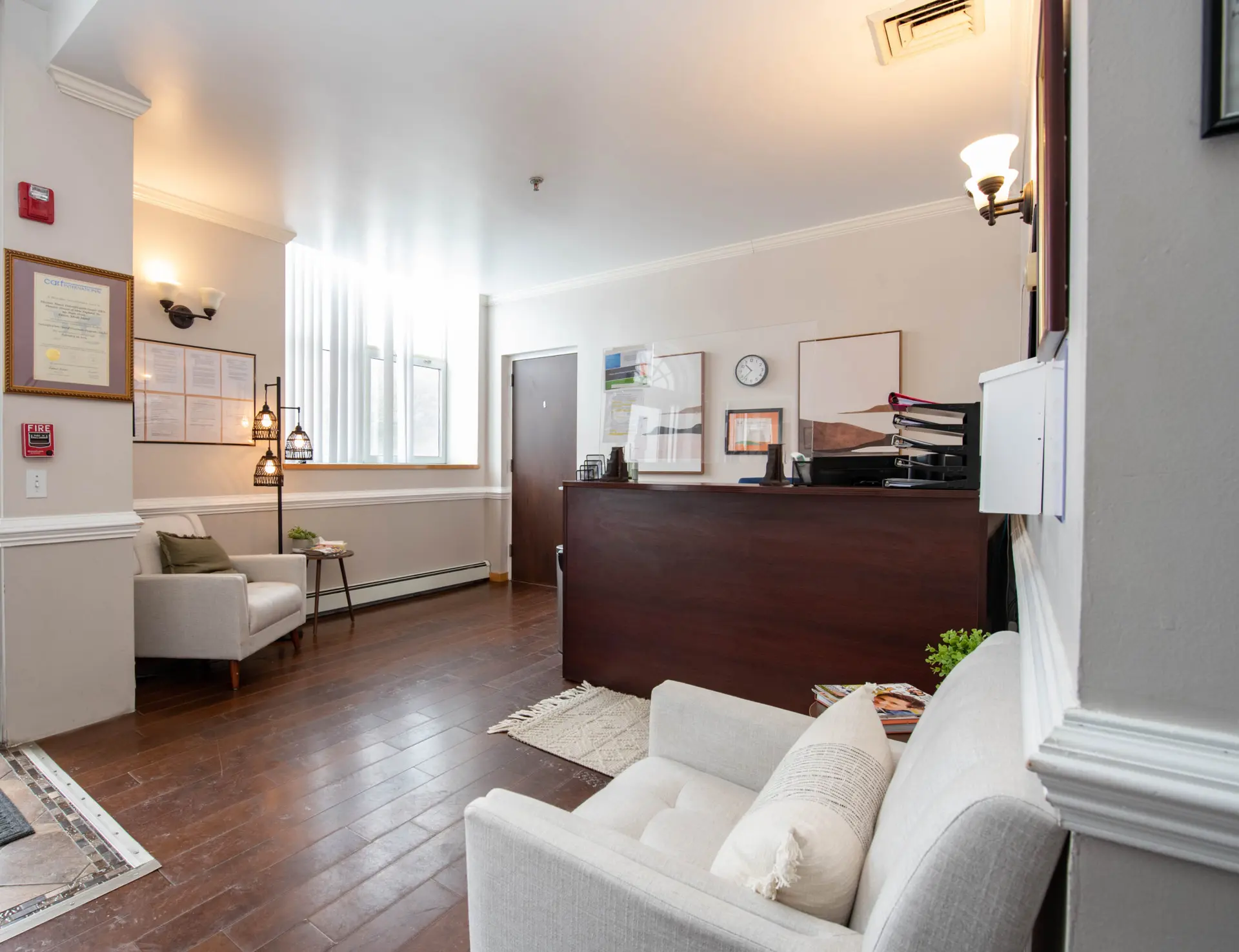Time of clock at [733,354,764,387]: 10:37
